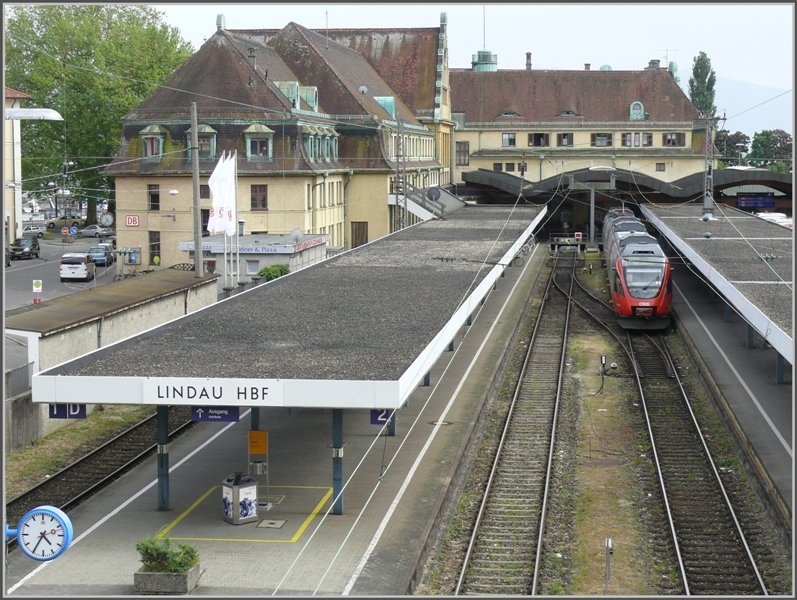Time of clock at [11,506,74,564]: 4:35
